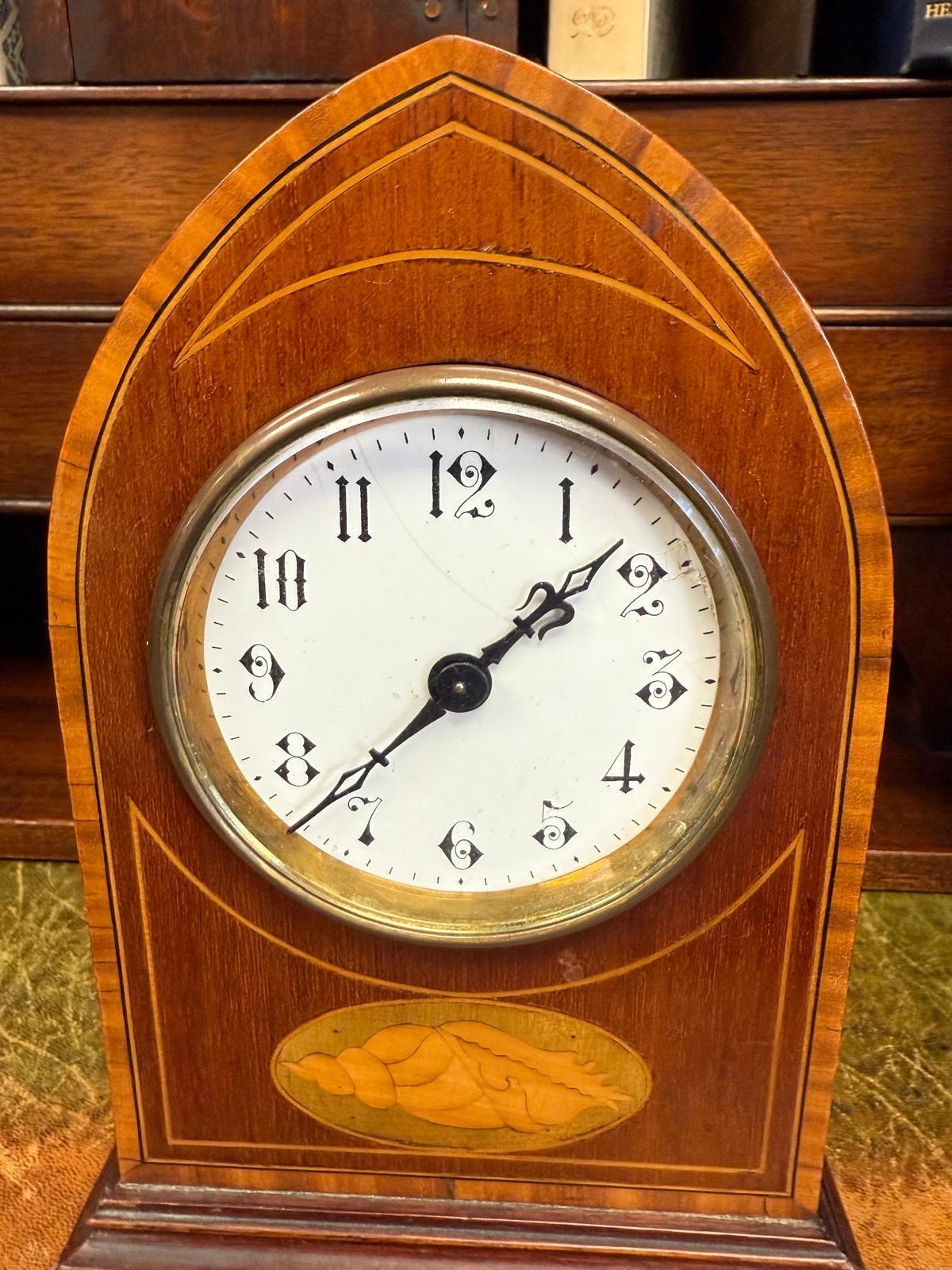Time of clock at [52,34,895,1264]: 1:37
